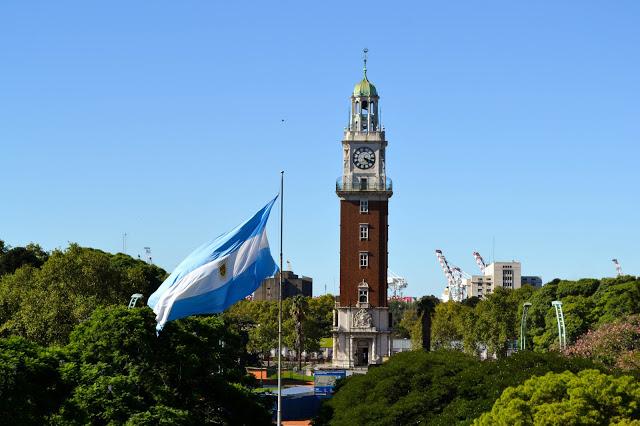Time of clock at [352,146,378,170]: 4:18
